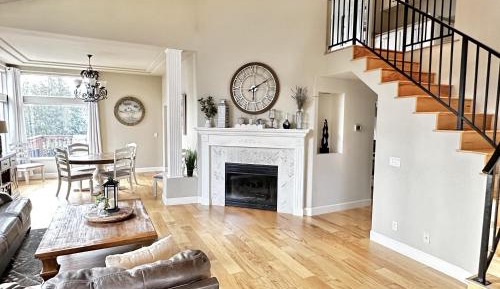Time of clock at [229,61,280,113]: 6:10
